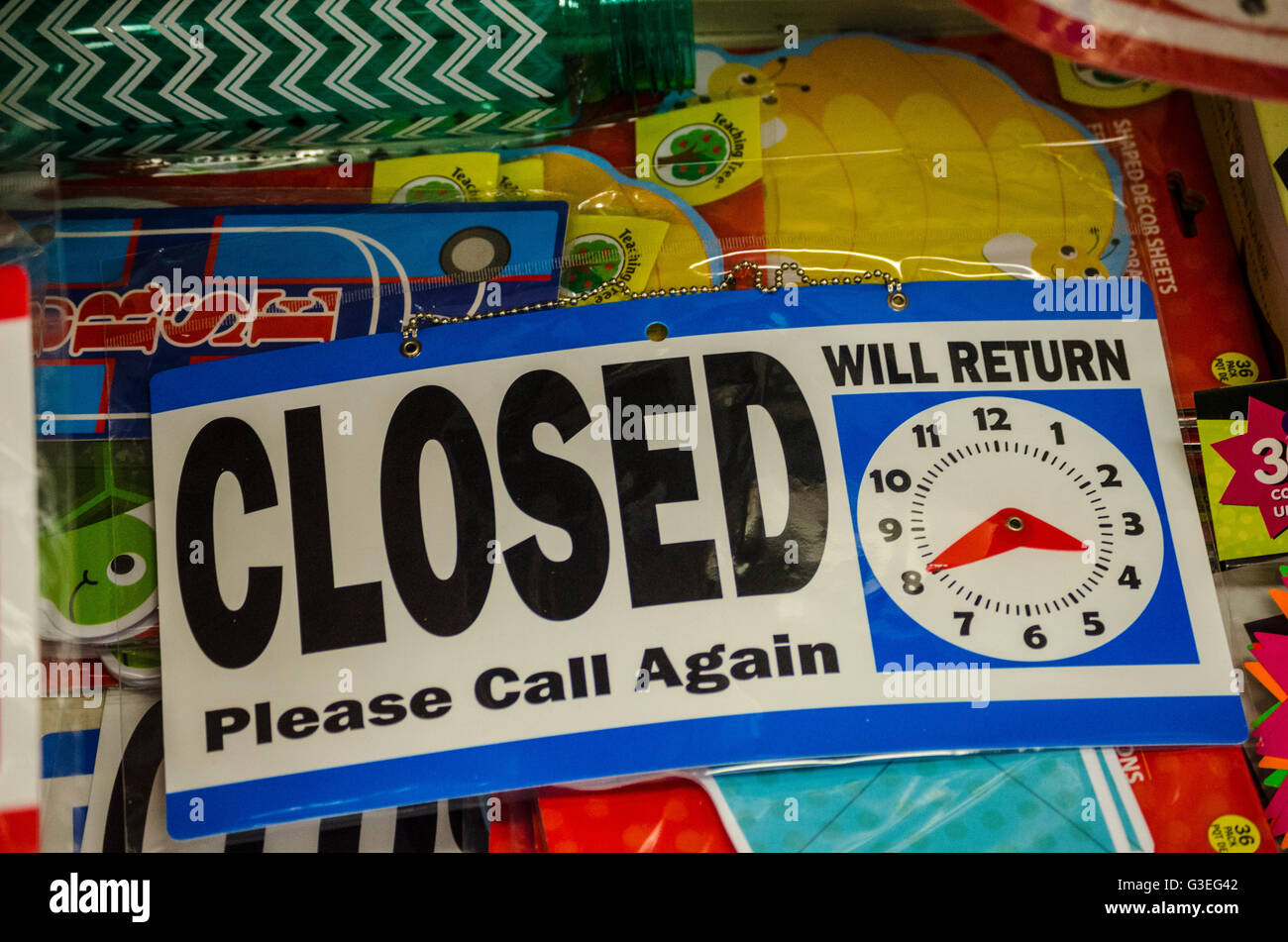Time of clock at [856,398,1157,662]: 3:40
